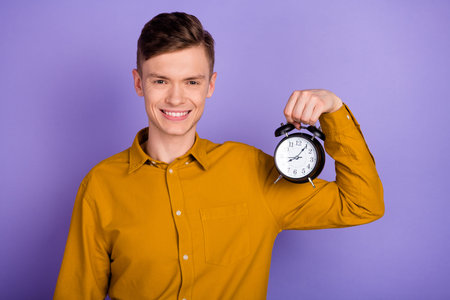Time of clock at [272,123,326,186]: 8:06
